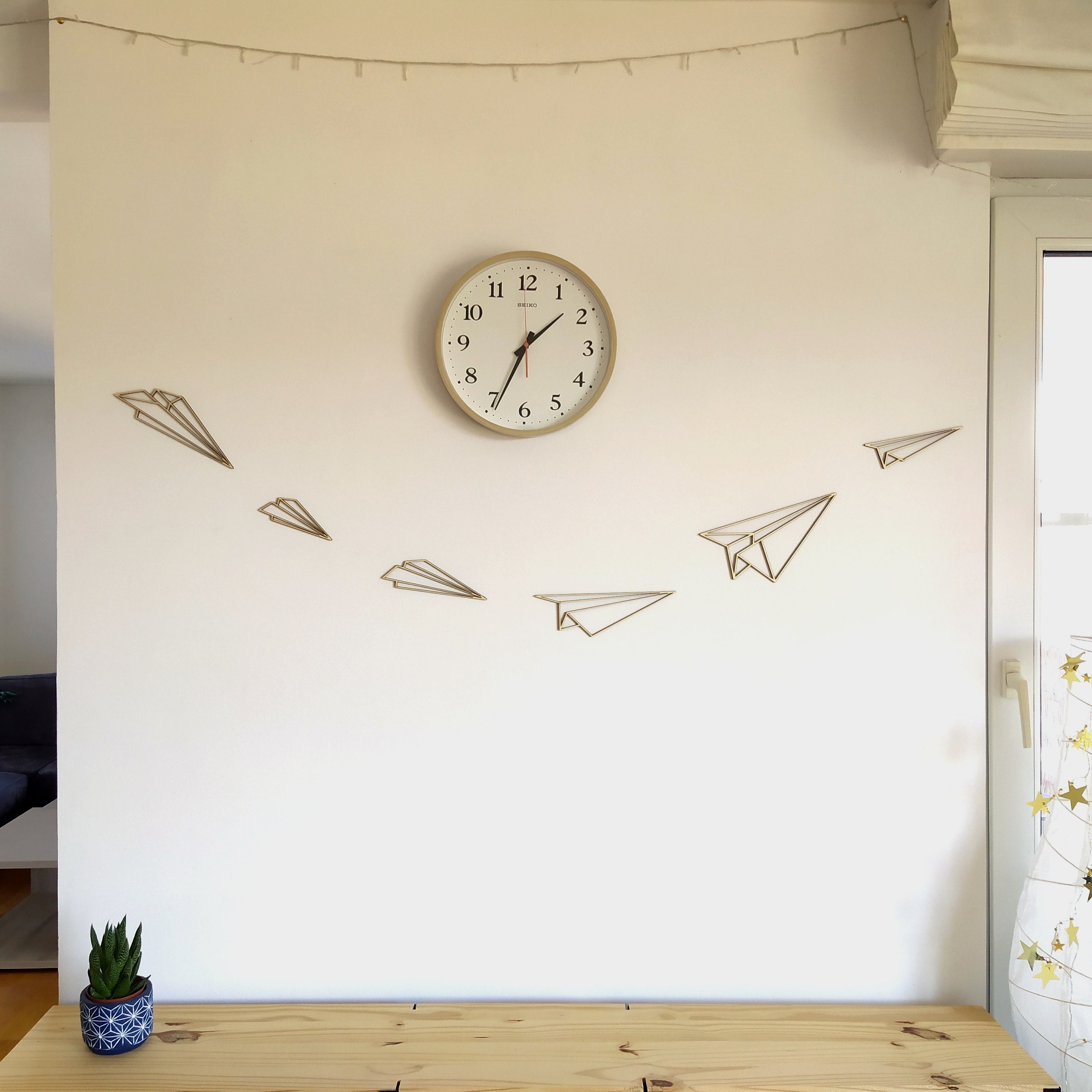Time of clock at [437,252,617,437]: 1:34
